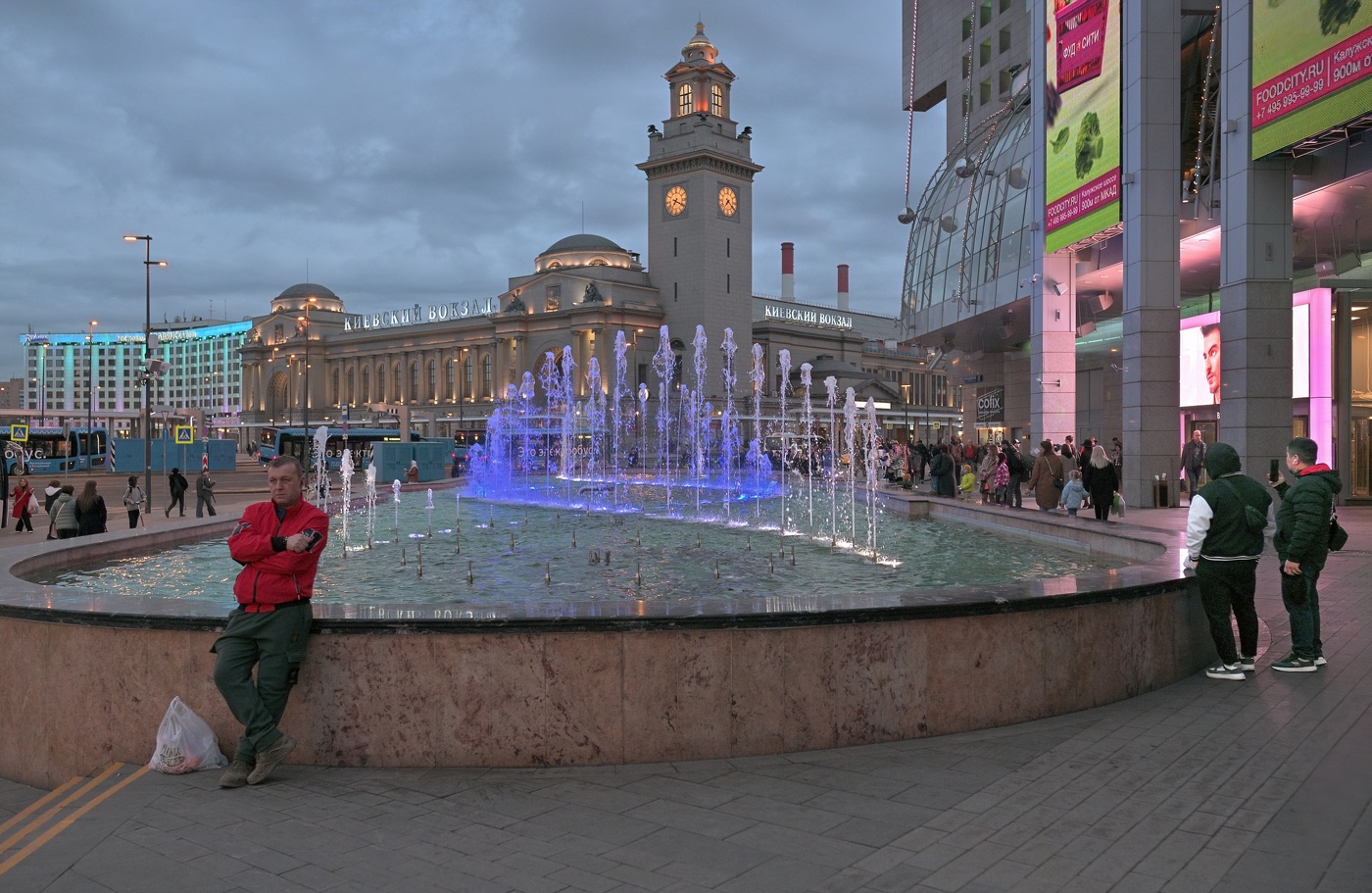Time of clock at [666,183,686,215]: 7:19
